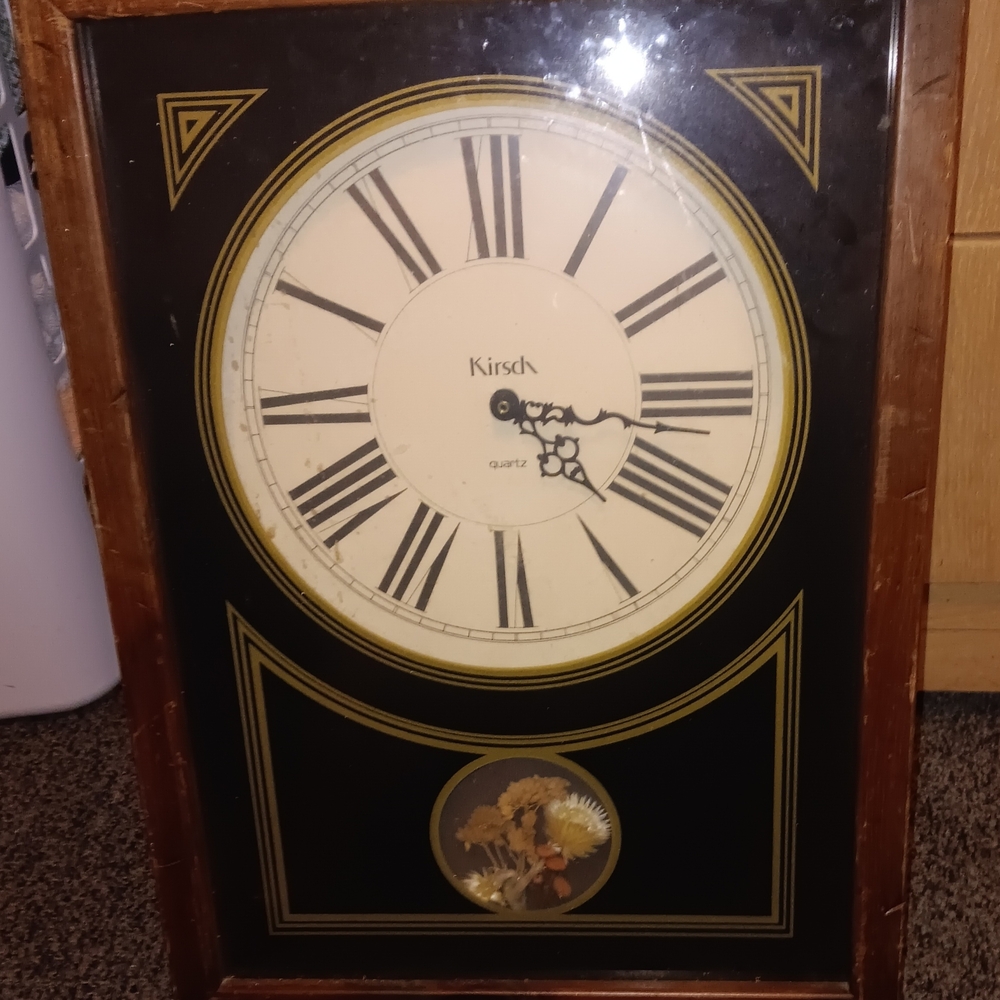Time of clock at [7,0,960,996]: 4:16
